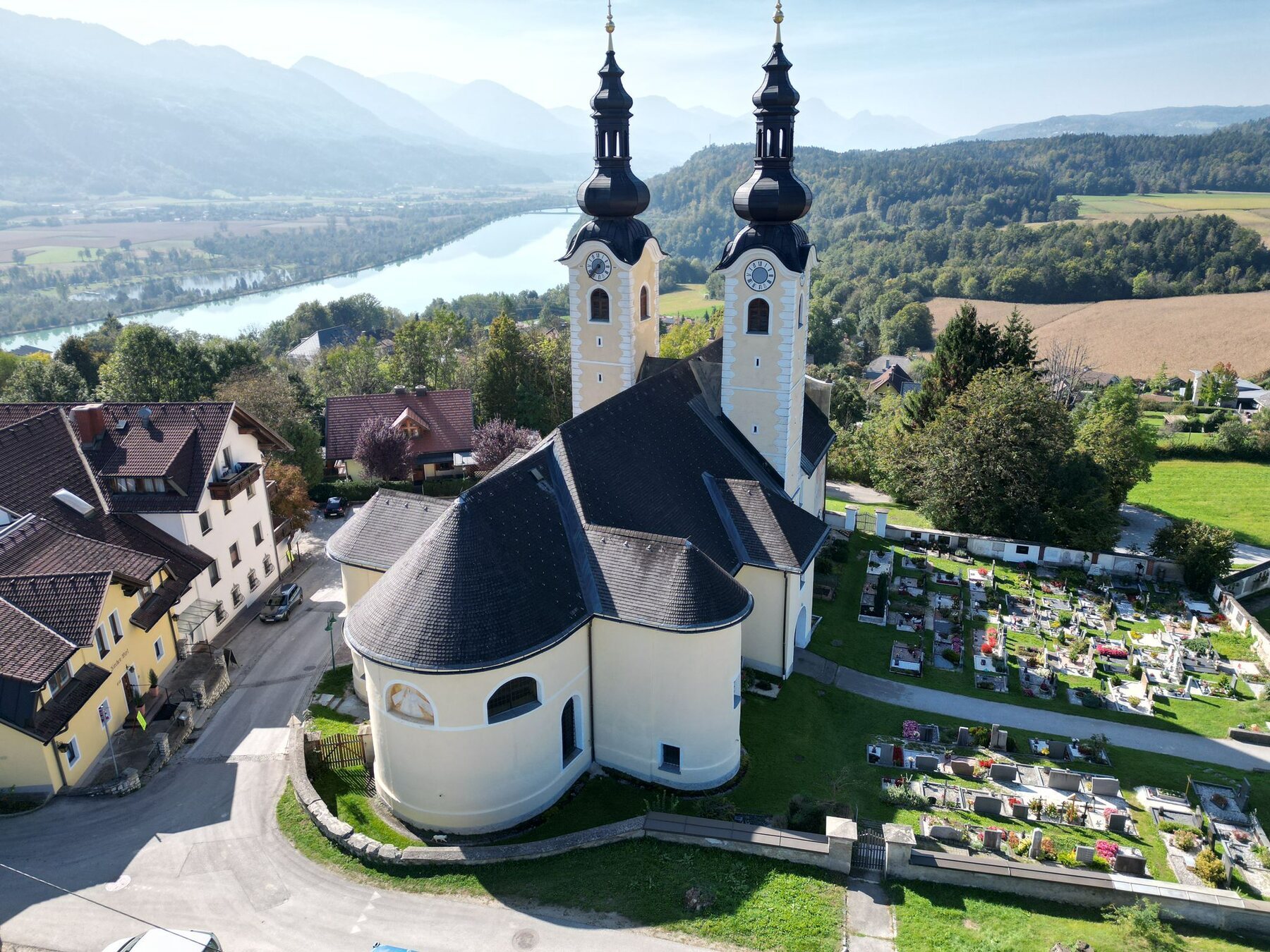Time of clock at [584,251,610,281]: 7:37
